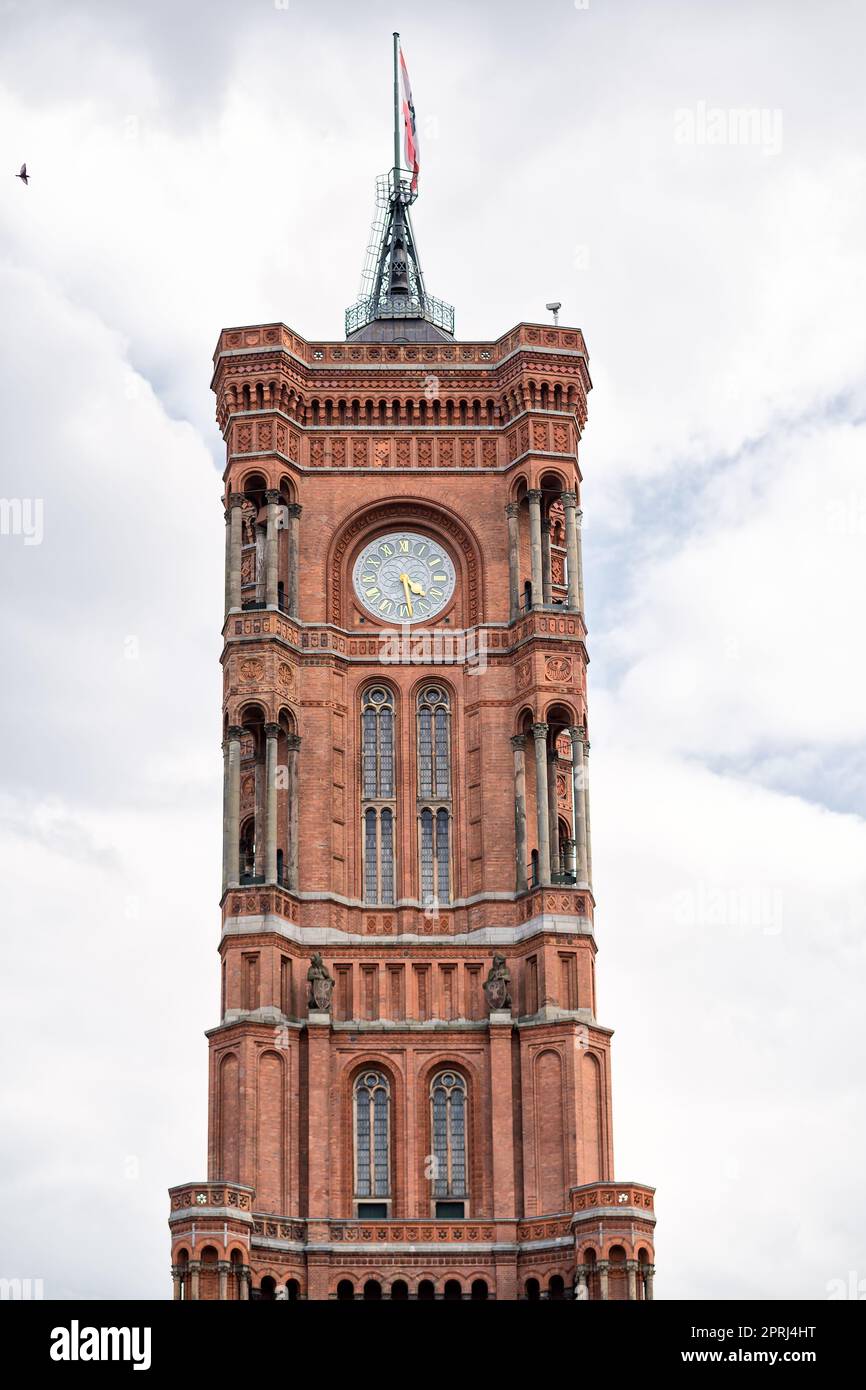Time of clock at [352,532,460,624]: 4:28
